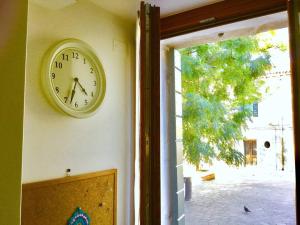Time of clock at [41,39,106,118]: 4:33
